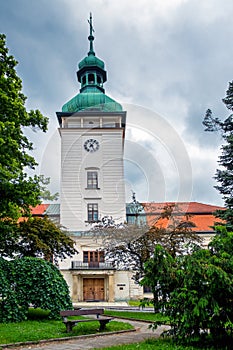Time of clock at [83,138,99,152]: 5:06
